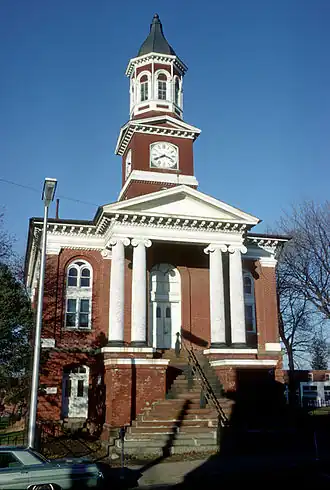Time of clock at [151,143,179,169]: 3:40
